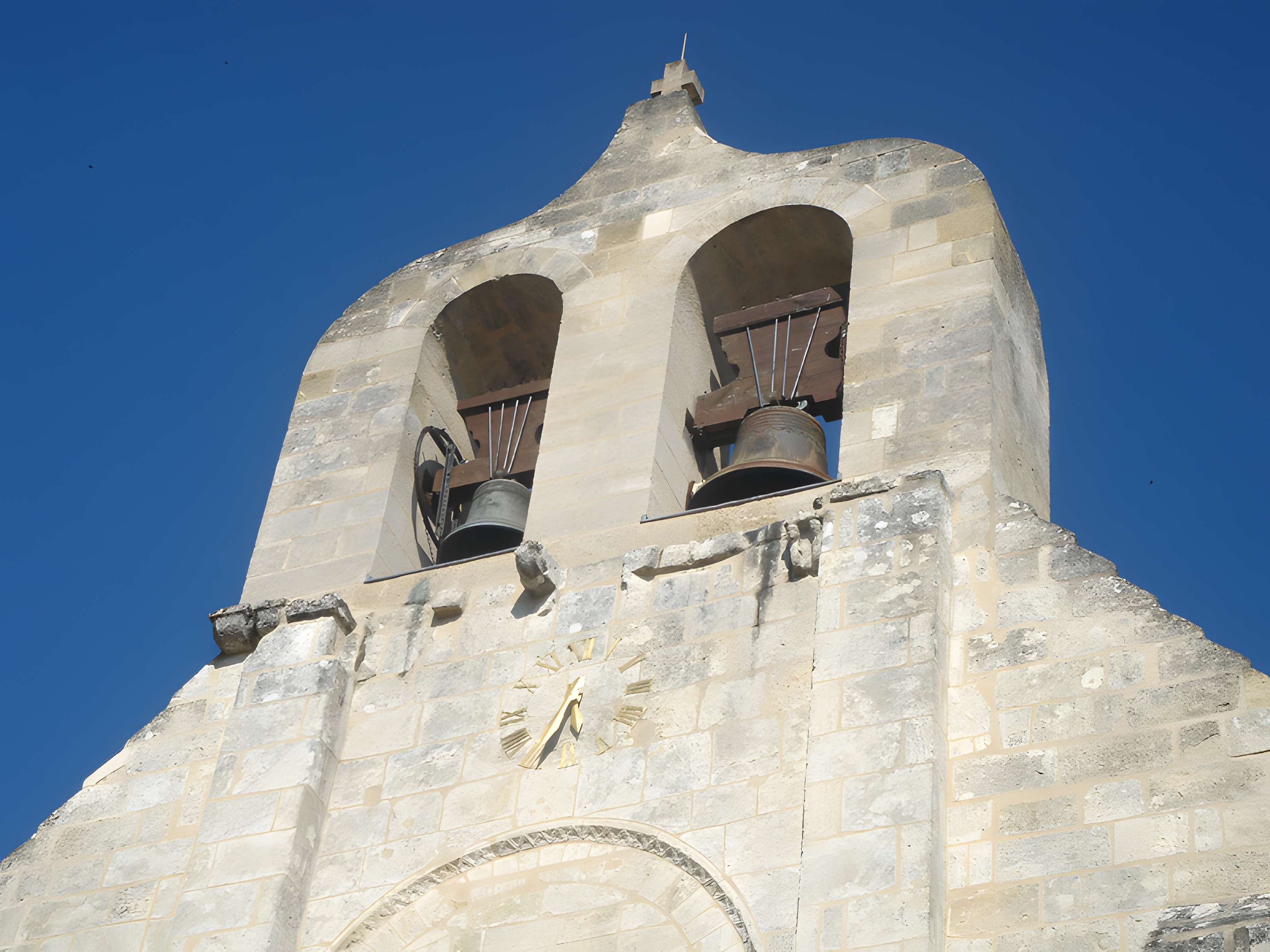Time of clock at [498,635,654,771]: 5:33
